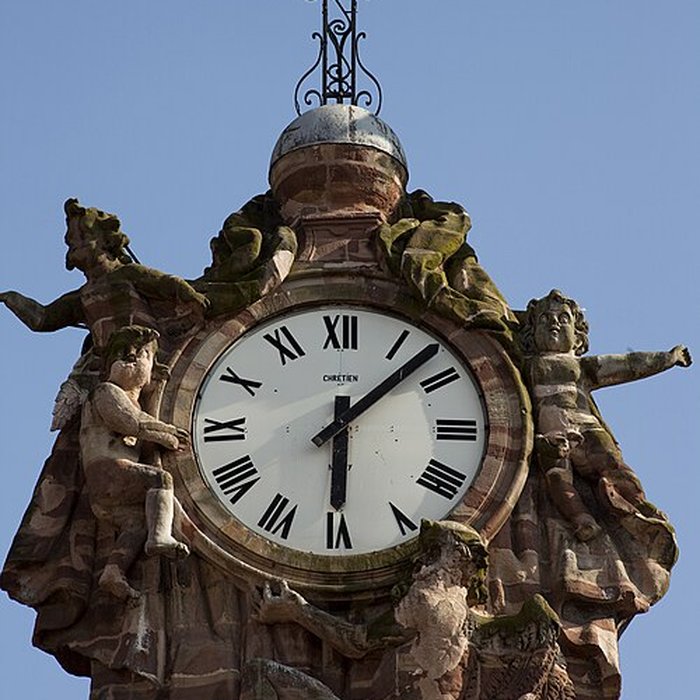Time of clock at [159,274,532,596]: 6:07
